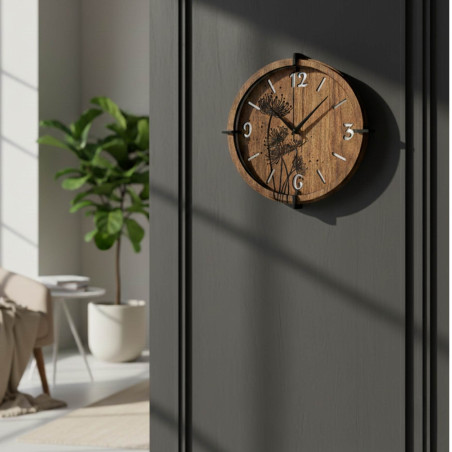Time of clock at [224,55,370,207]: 10:07
